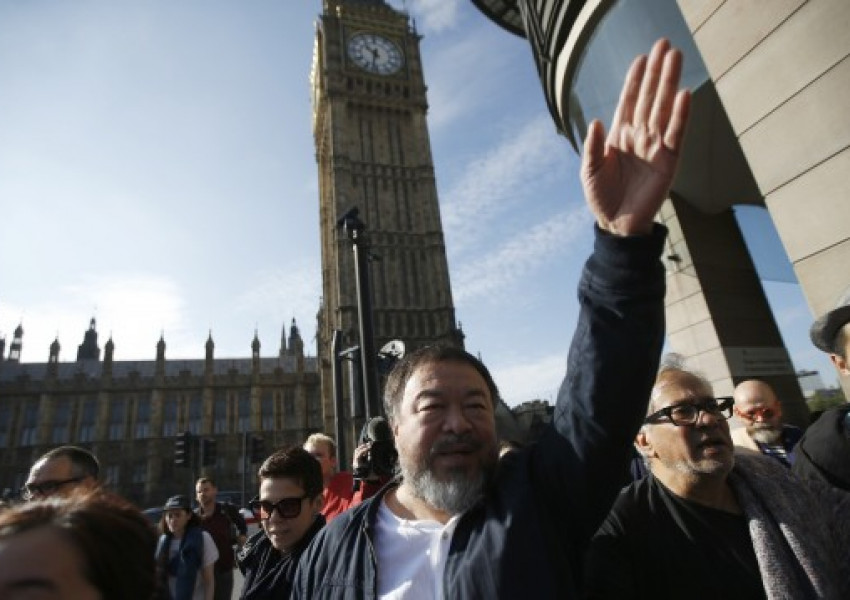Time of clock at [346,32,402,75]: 10:32
